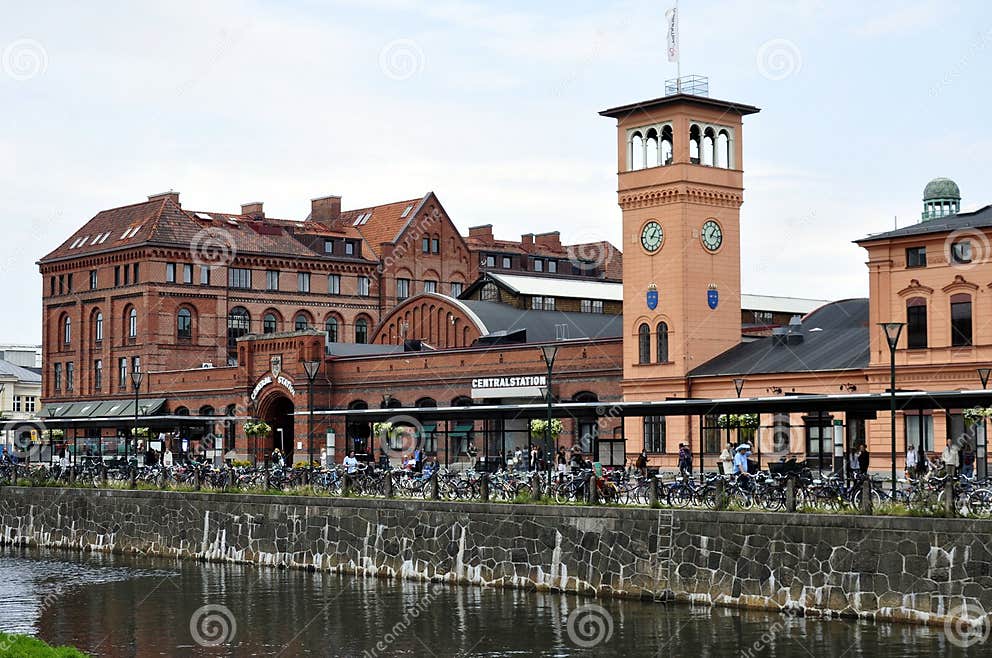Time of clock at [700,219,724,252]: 1:16
